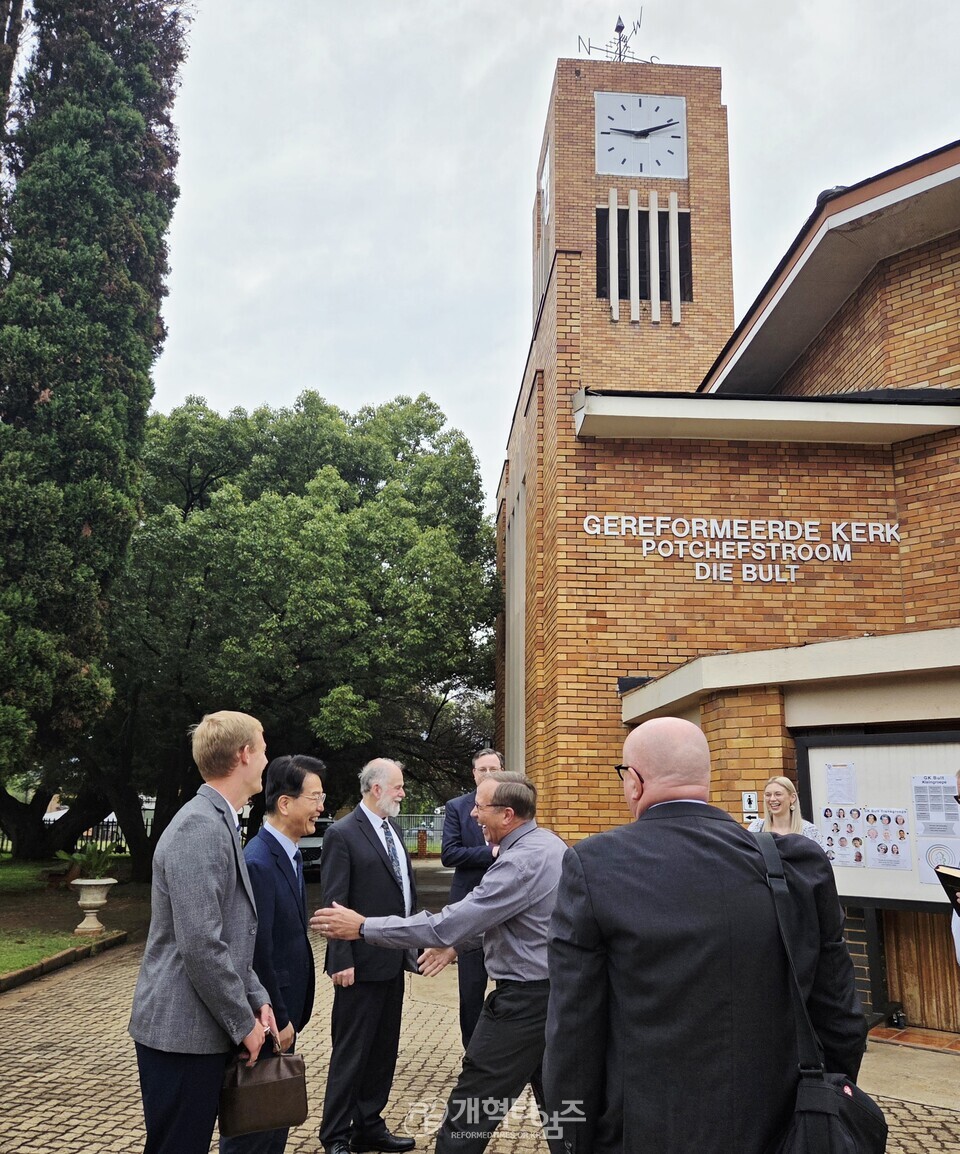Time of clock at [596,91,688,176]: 9:11
